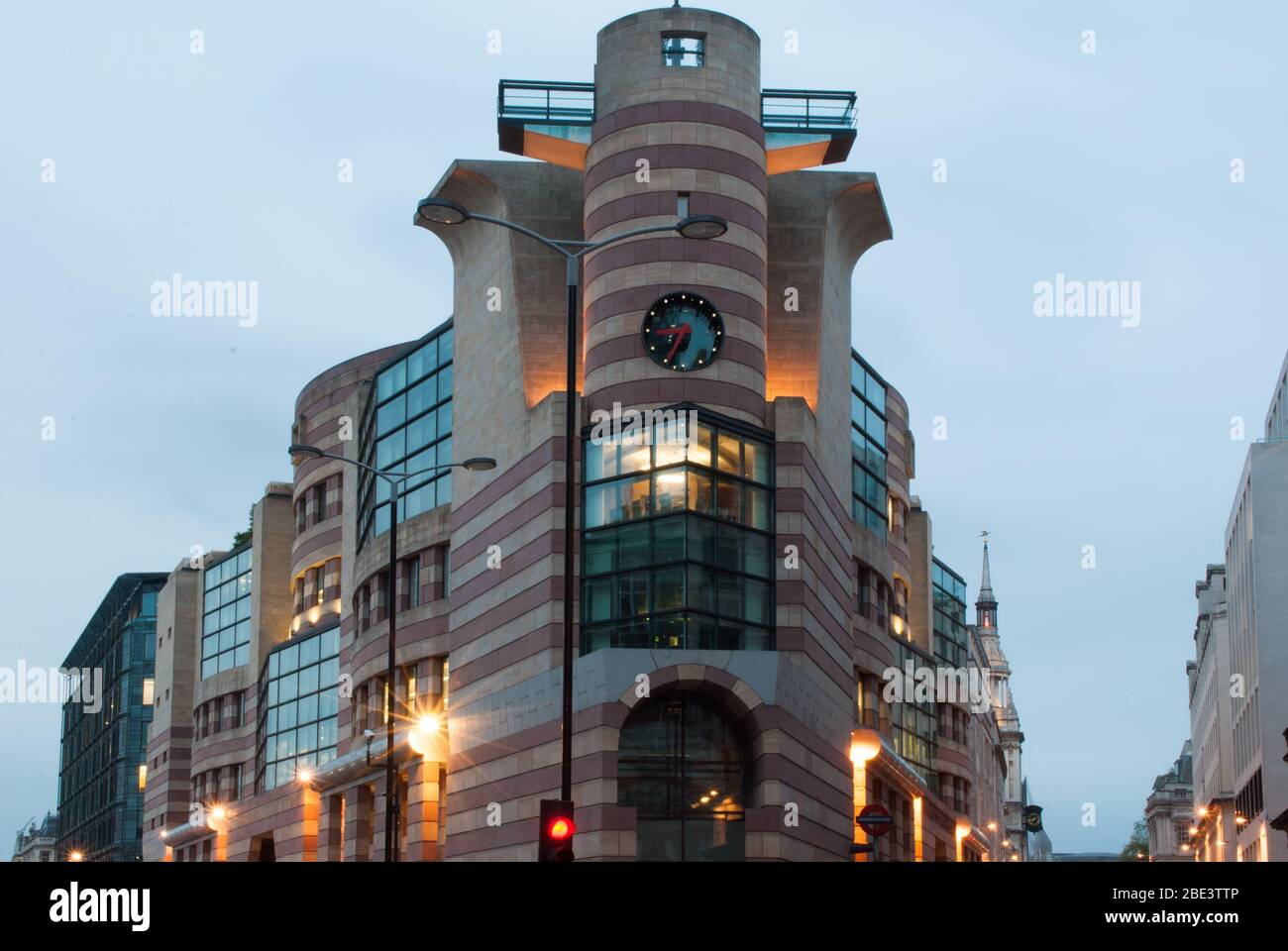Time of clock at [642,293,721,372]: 8:34
